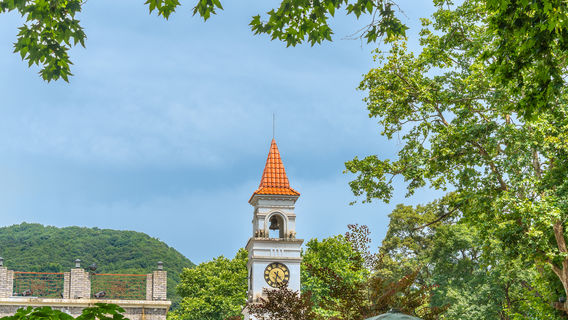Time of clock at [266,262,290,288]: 4:32
